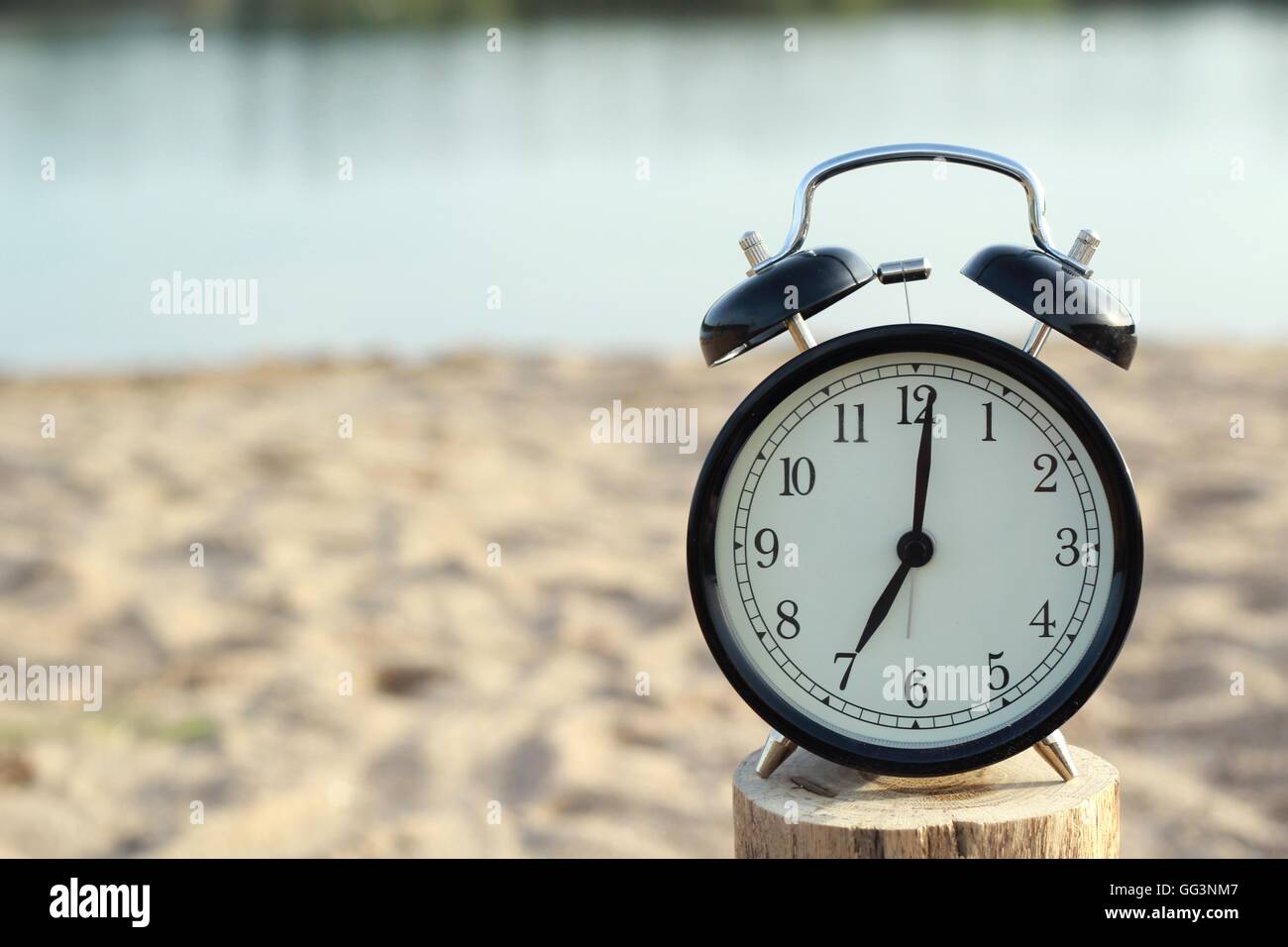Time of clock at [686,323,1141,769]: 7:01
